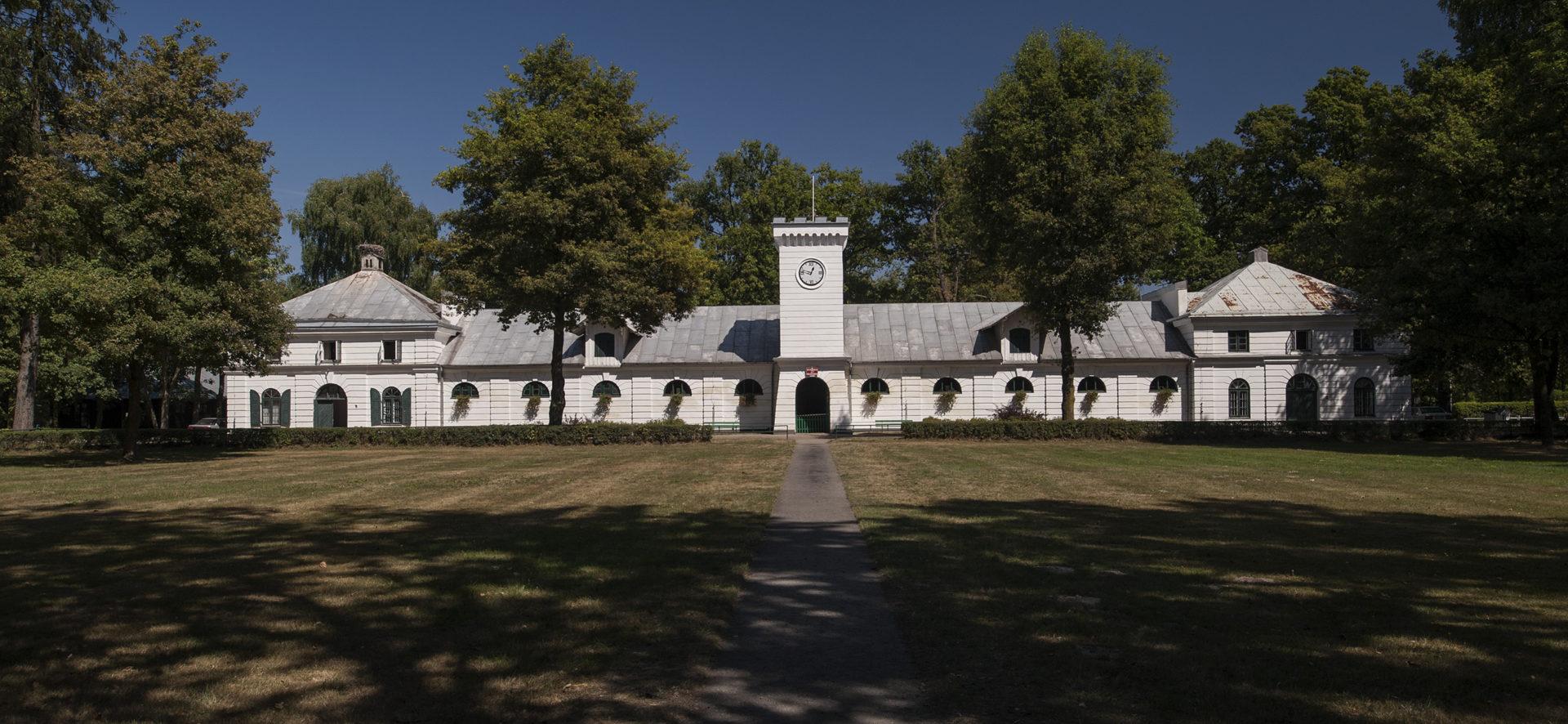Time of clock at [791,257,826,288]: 12:47
